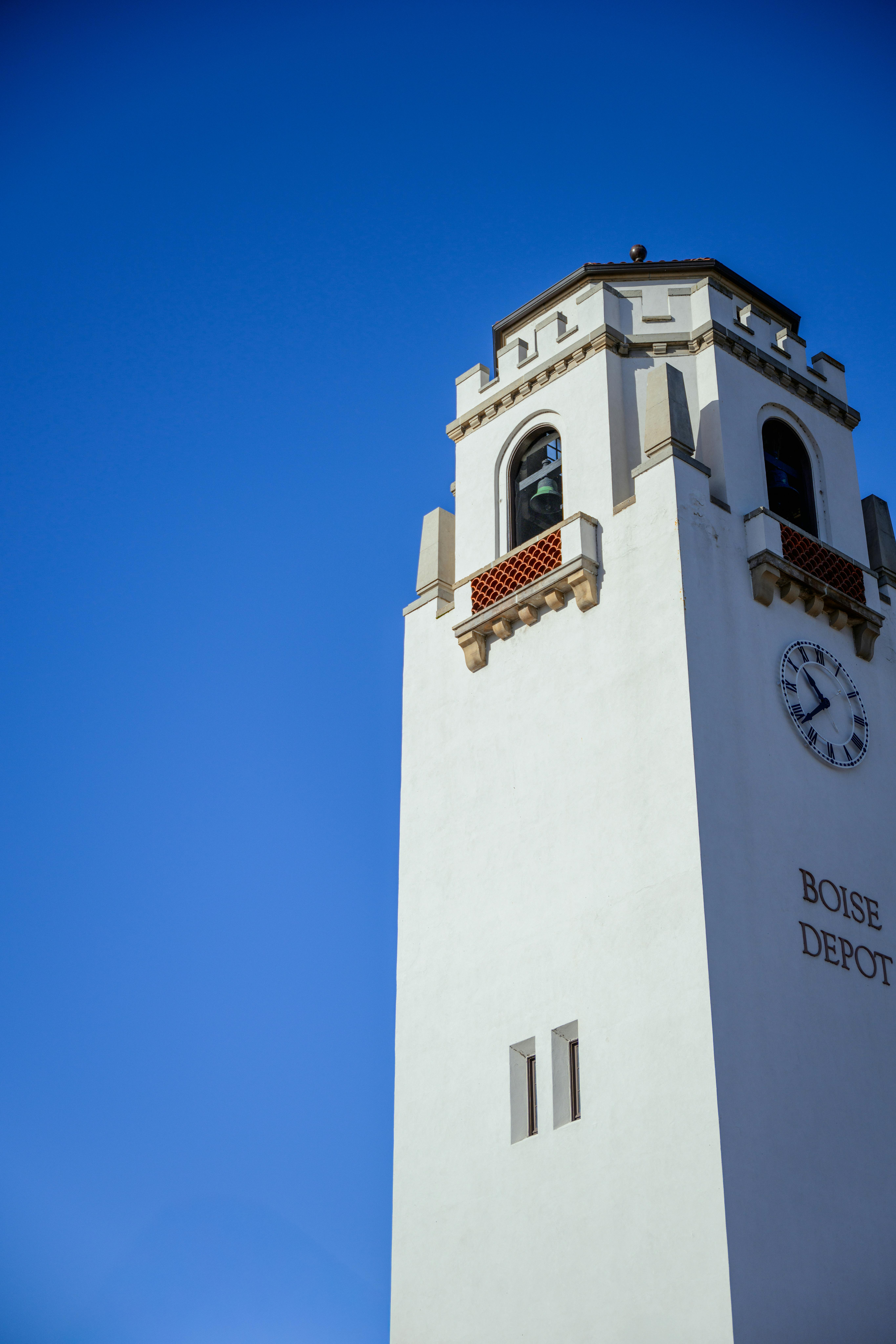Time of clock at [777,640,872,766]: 10:38
